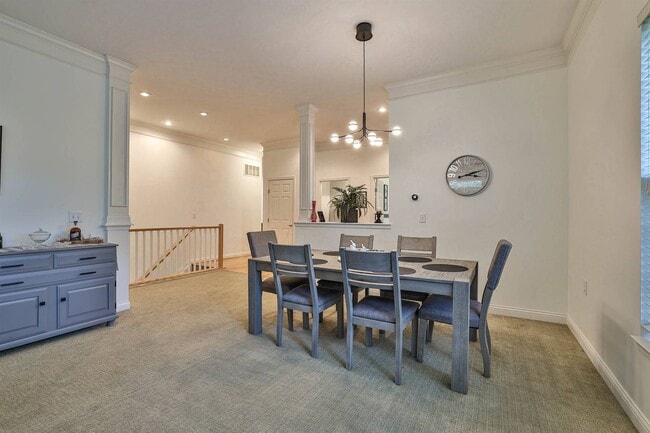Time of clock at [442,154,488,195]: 3:11
